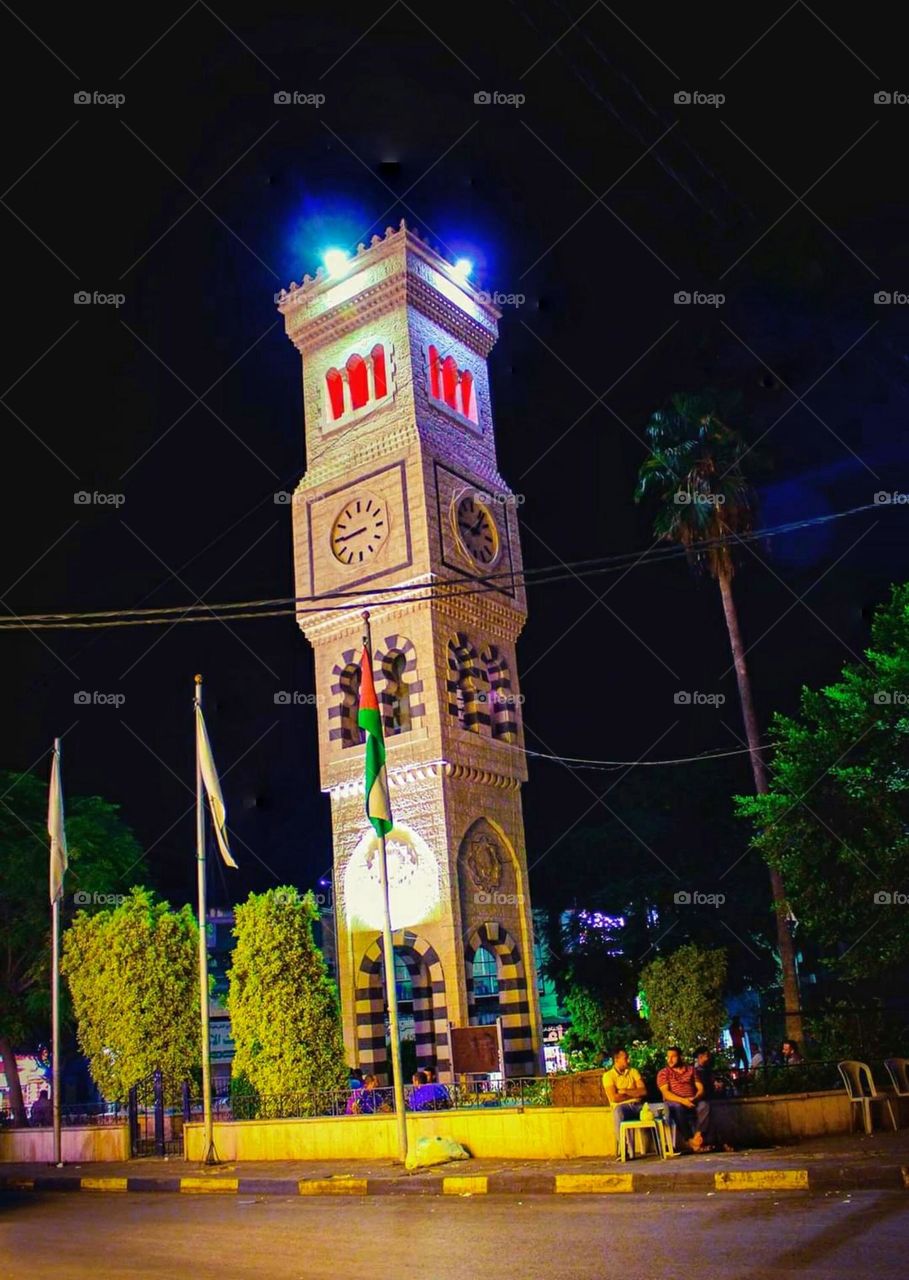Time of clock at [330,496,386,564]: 8:44
